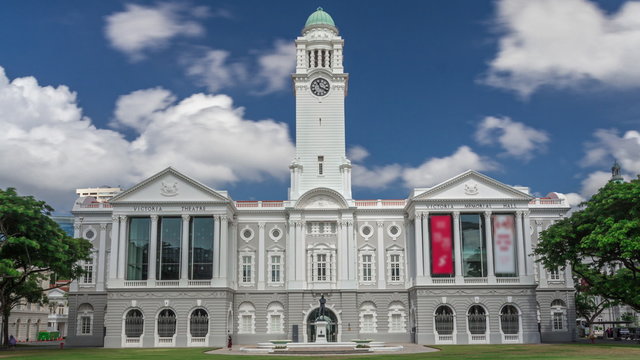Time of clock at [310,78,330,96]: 11:19
